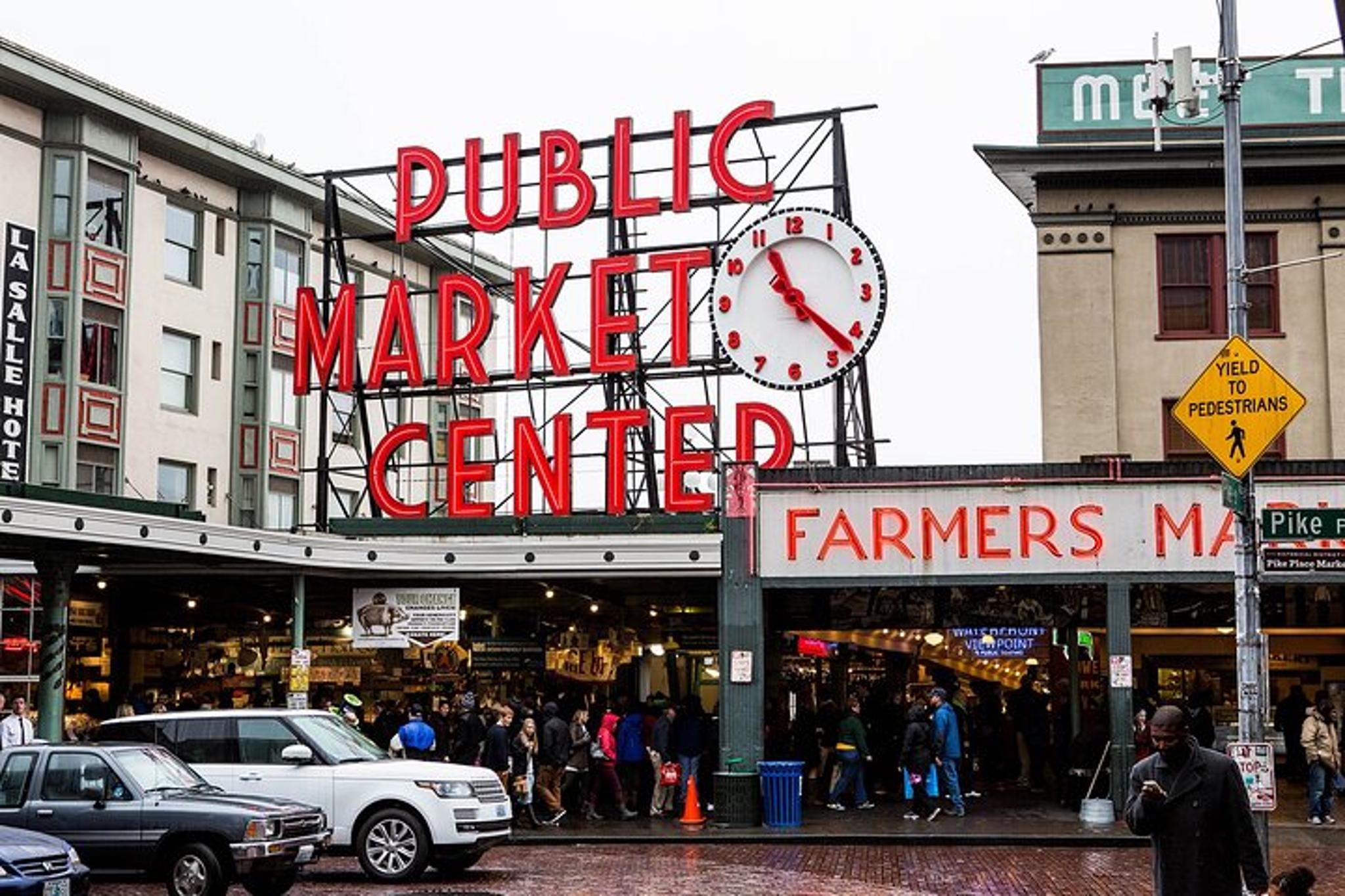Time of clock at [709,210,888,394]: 11:22
